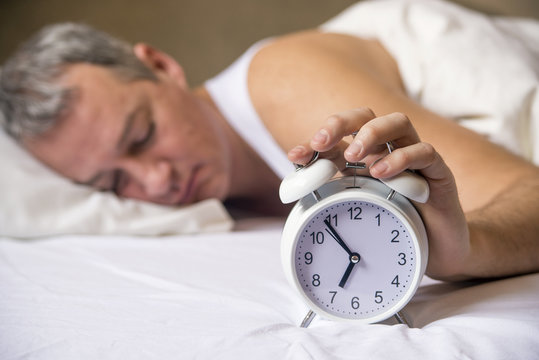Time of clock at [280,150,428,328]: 6:53
